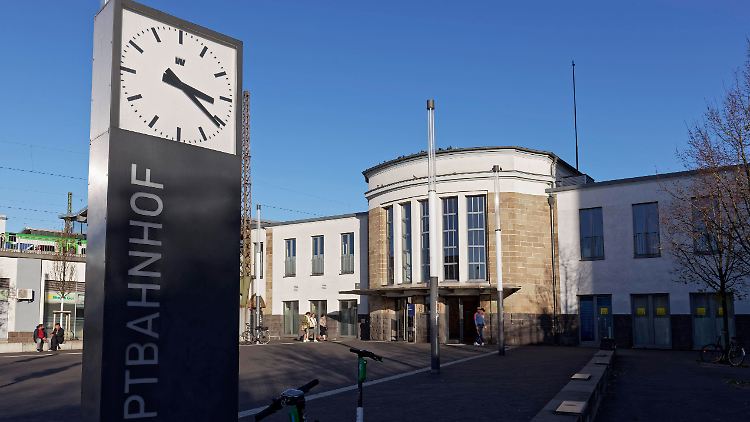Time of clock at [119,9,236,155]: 3:20
